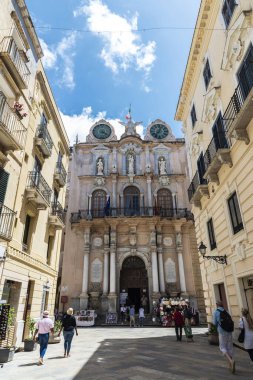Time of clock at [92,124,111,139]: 4:21
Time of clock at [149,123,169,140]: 7:03
